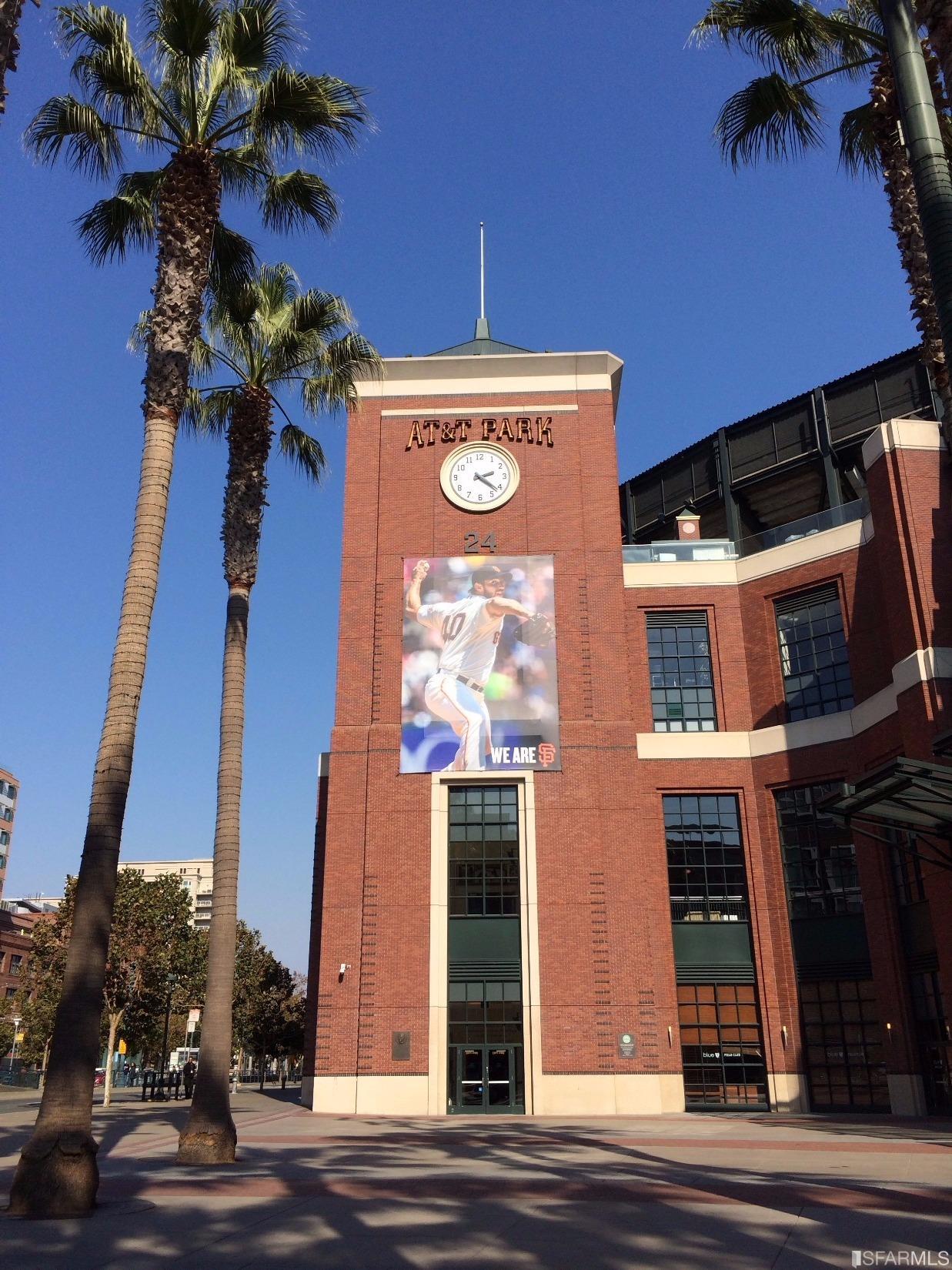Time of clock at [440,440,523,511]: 2:21
